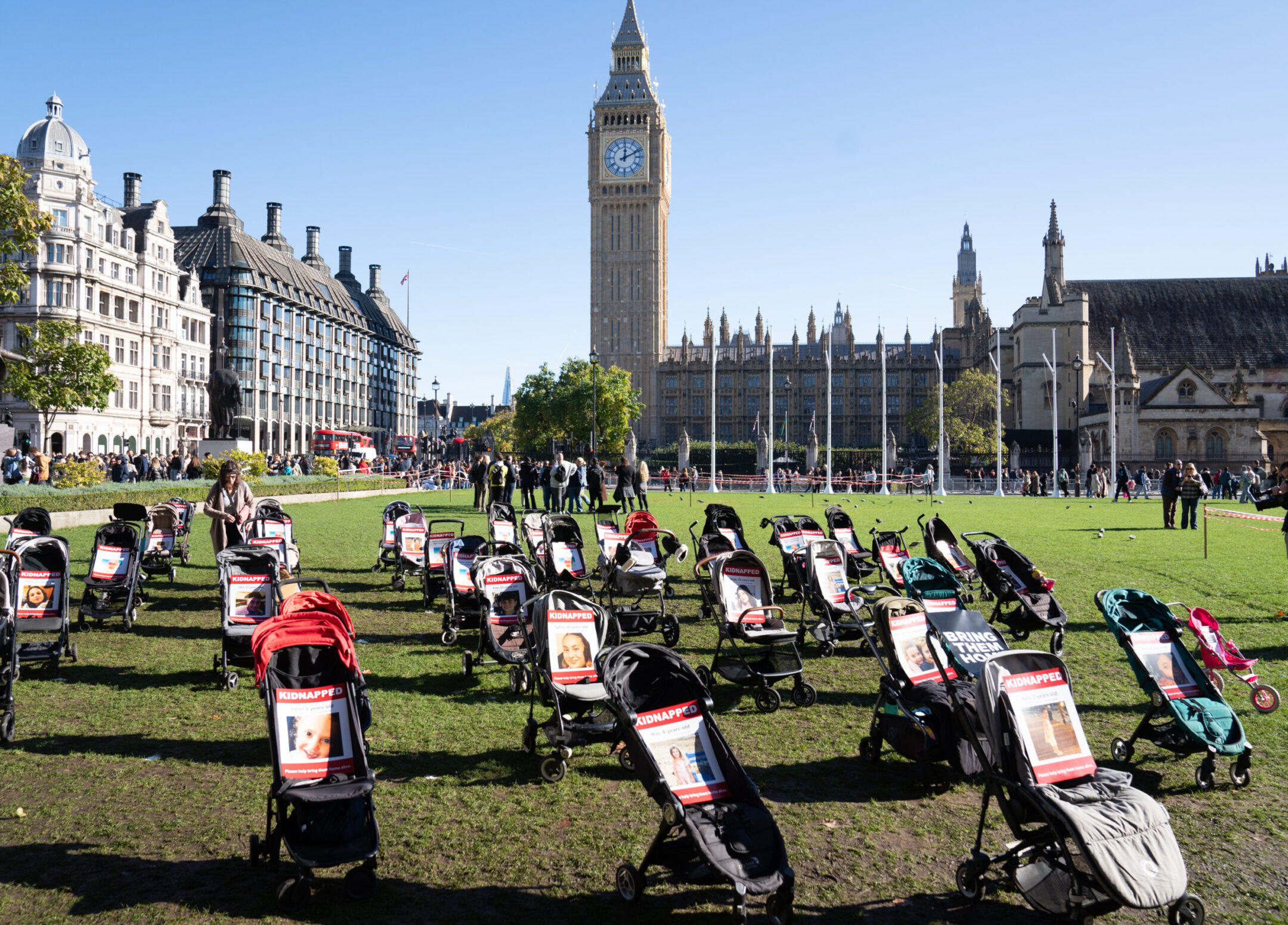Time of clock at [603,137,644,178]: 12:11
